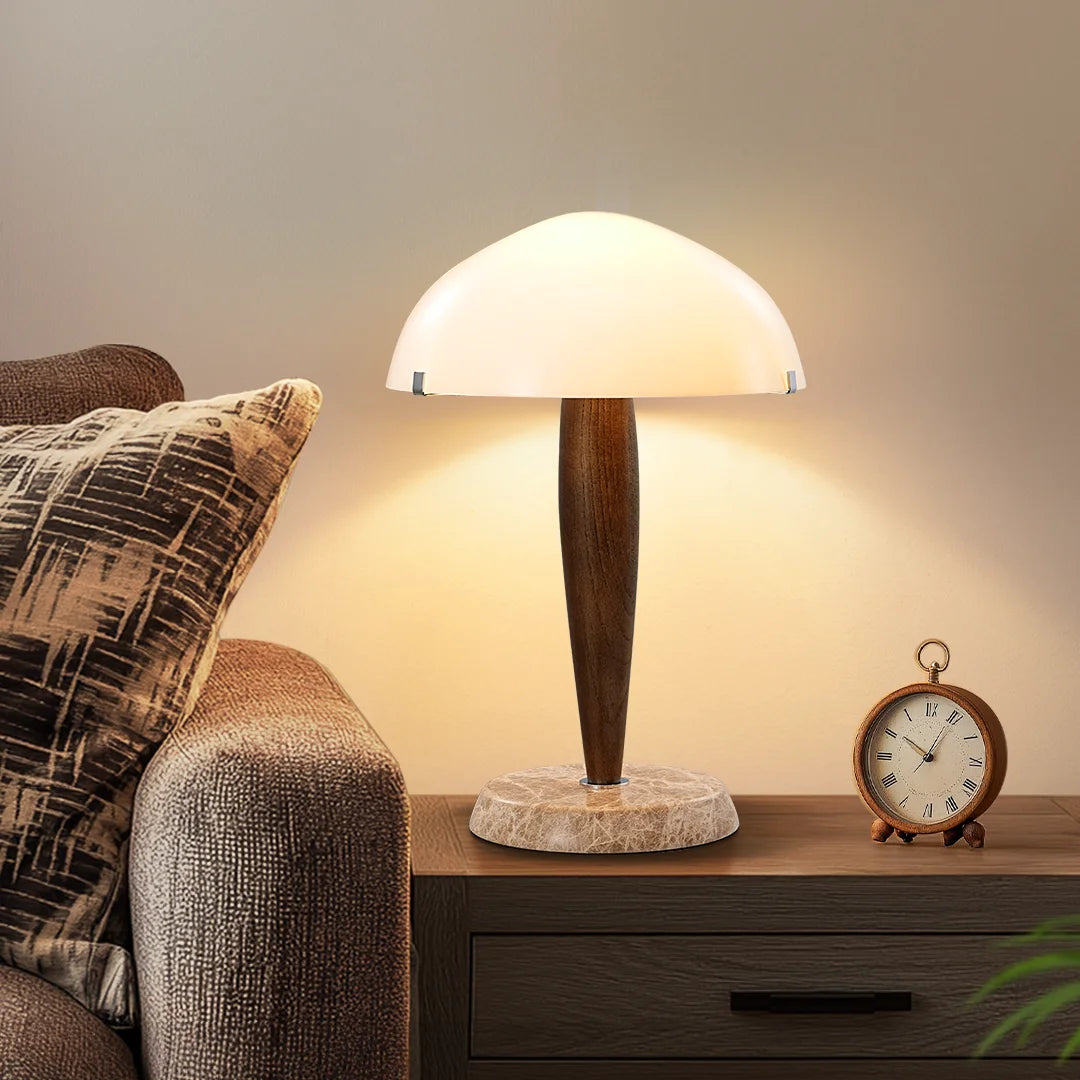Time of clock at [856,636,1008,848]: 10:04
